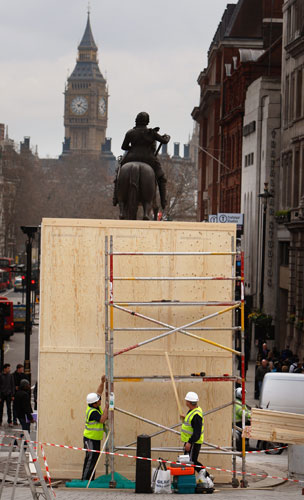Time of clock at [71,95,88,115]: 1:18
